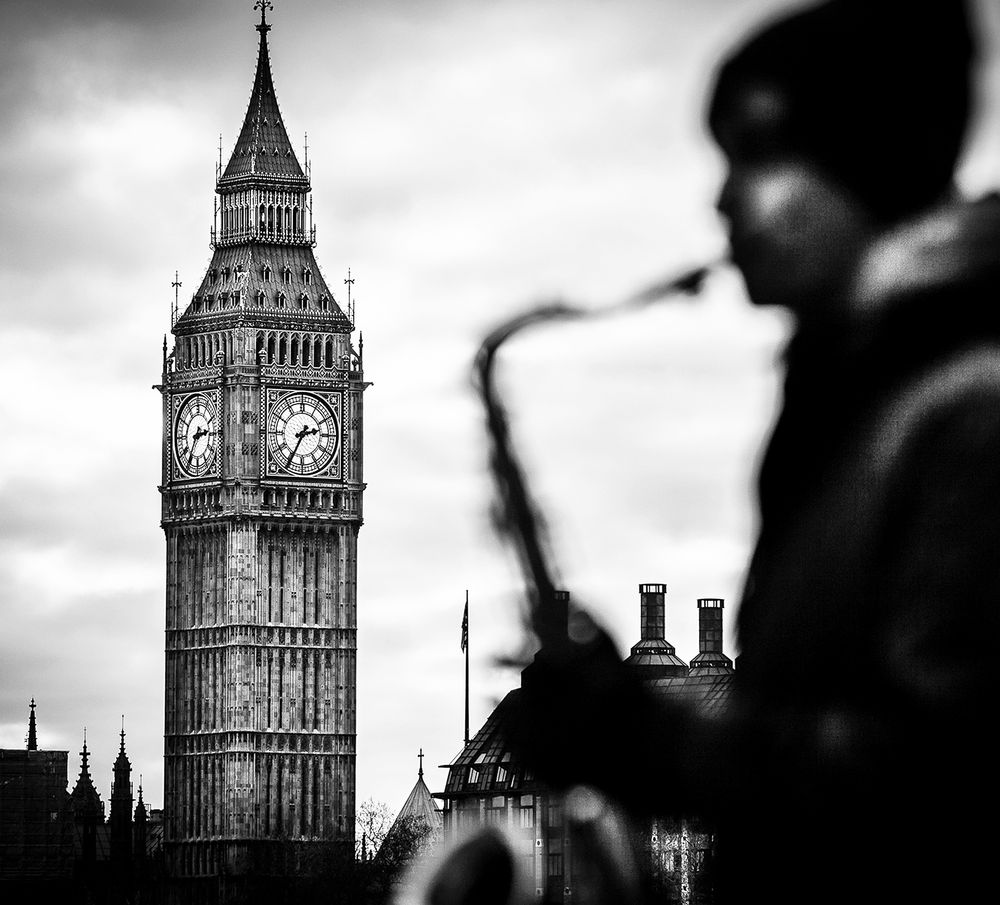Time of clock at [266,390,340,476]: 2:34
